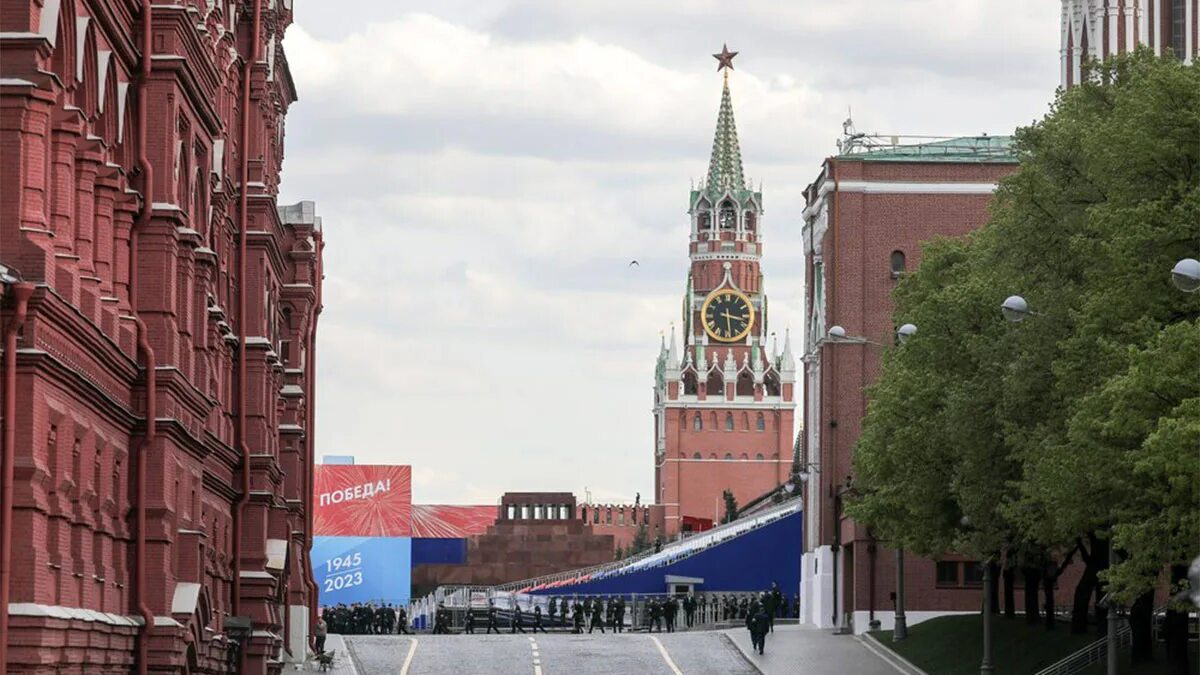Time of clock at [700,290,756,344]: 3:29
